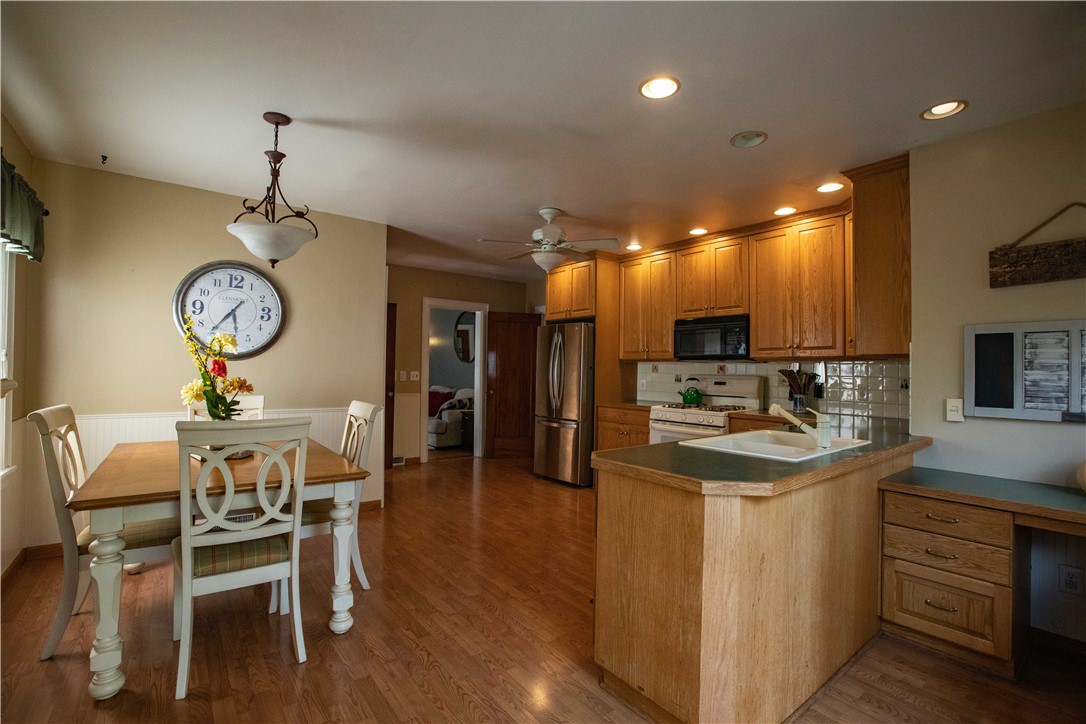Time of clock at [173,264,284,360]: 5:36
